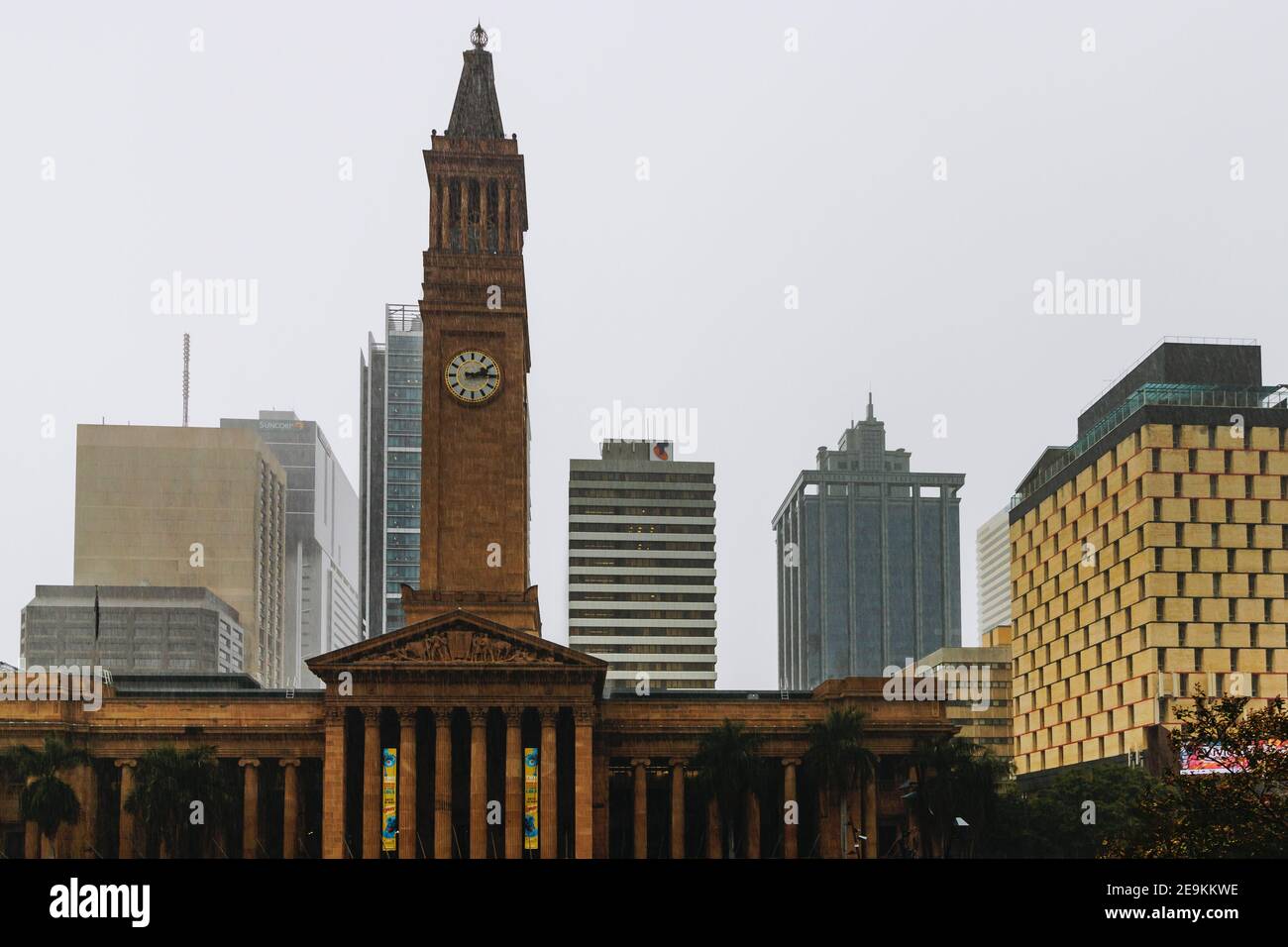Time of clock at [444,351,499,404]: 2:14
